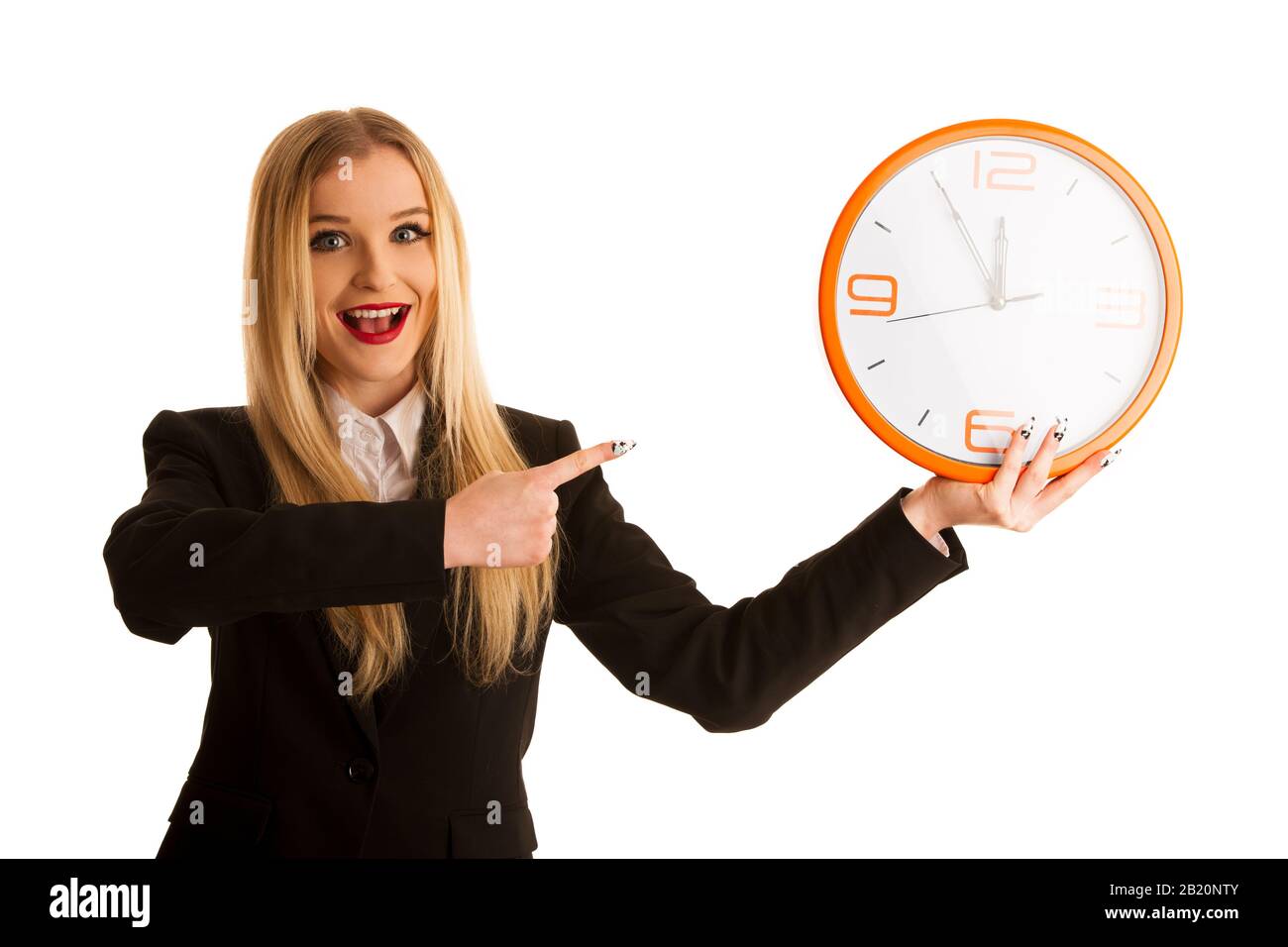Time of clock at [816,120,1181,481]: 11:55
